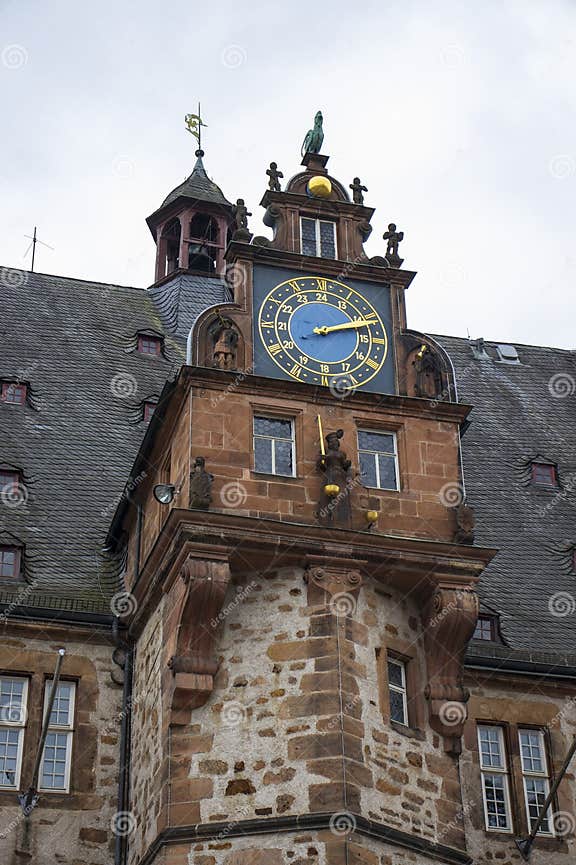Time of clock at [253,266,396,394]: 2:12
